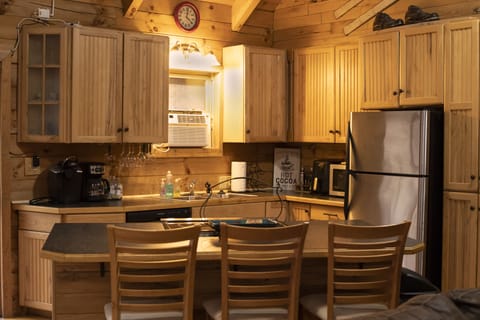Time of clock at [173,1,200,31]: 4:01
